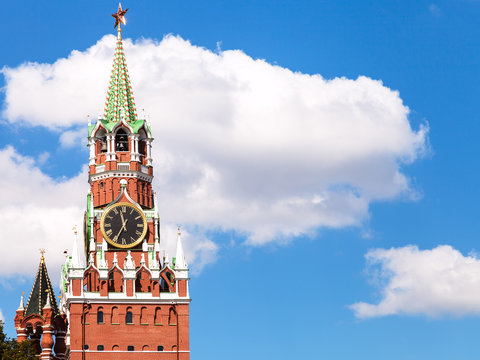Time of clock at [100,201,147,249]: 11:34
